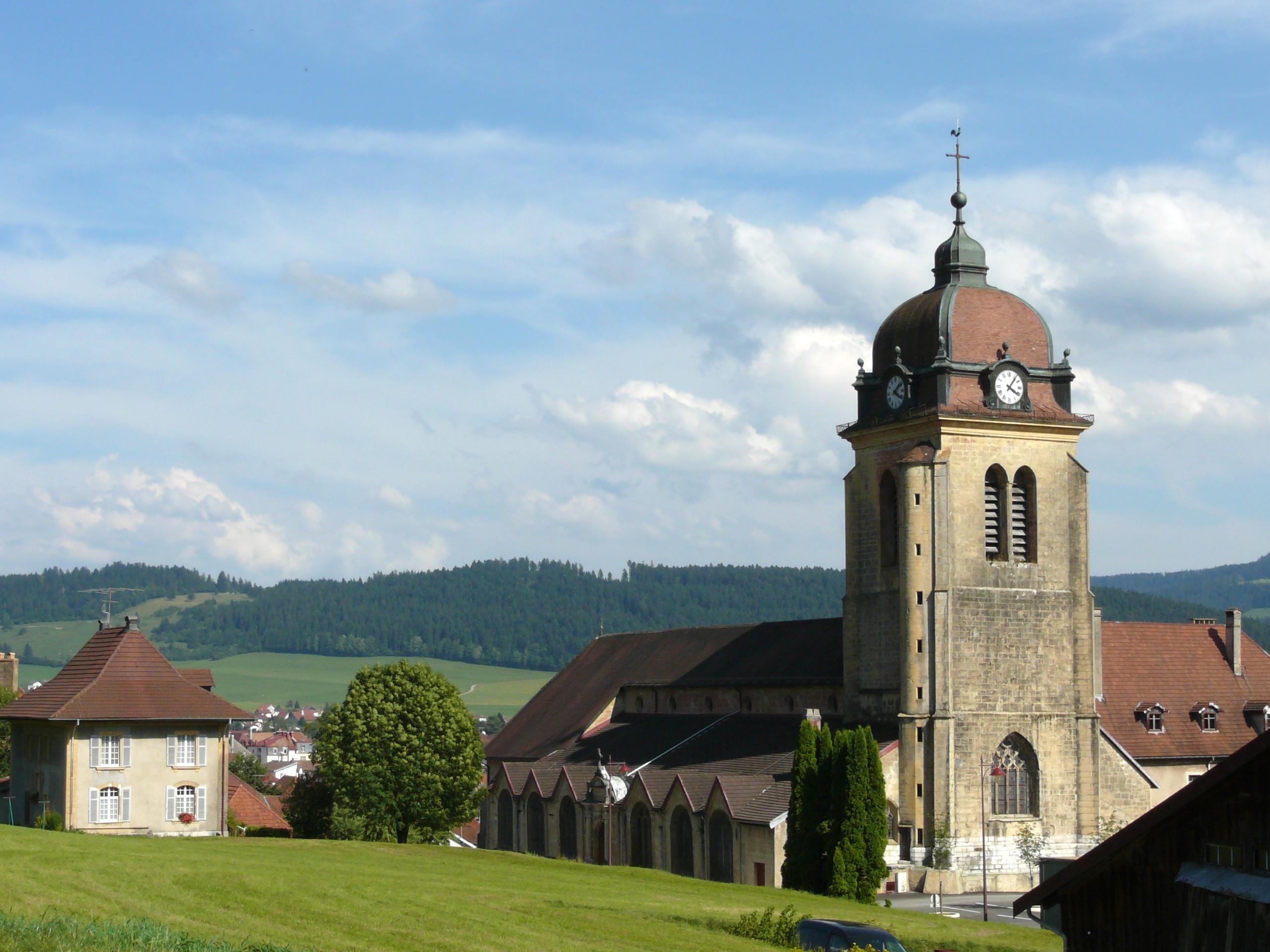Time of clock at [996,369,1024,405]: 4:06
